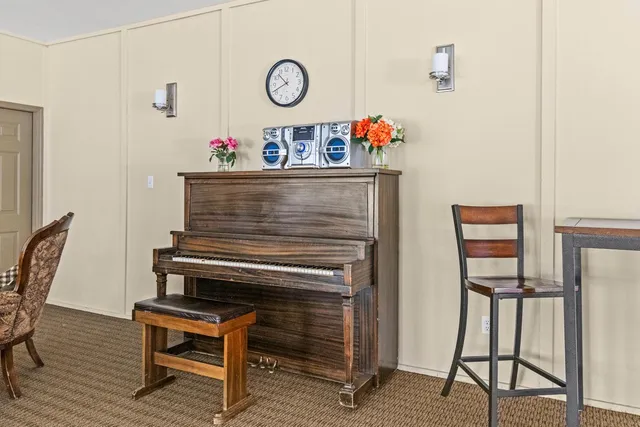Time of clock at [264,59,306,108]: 10:41
